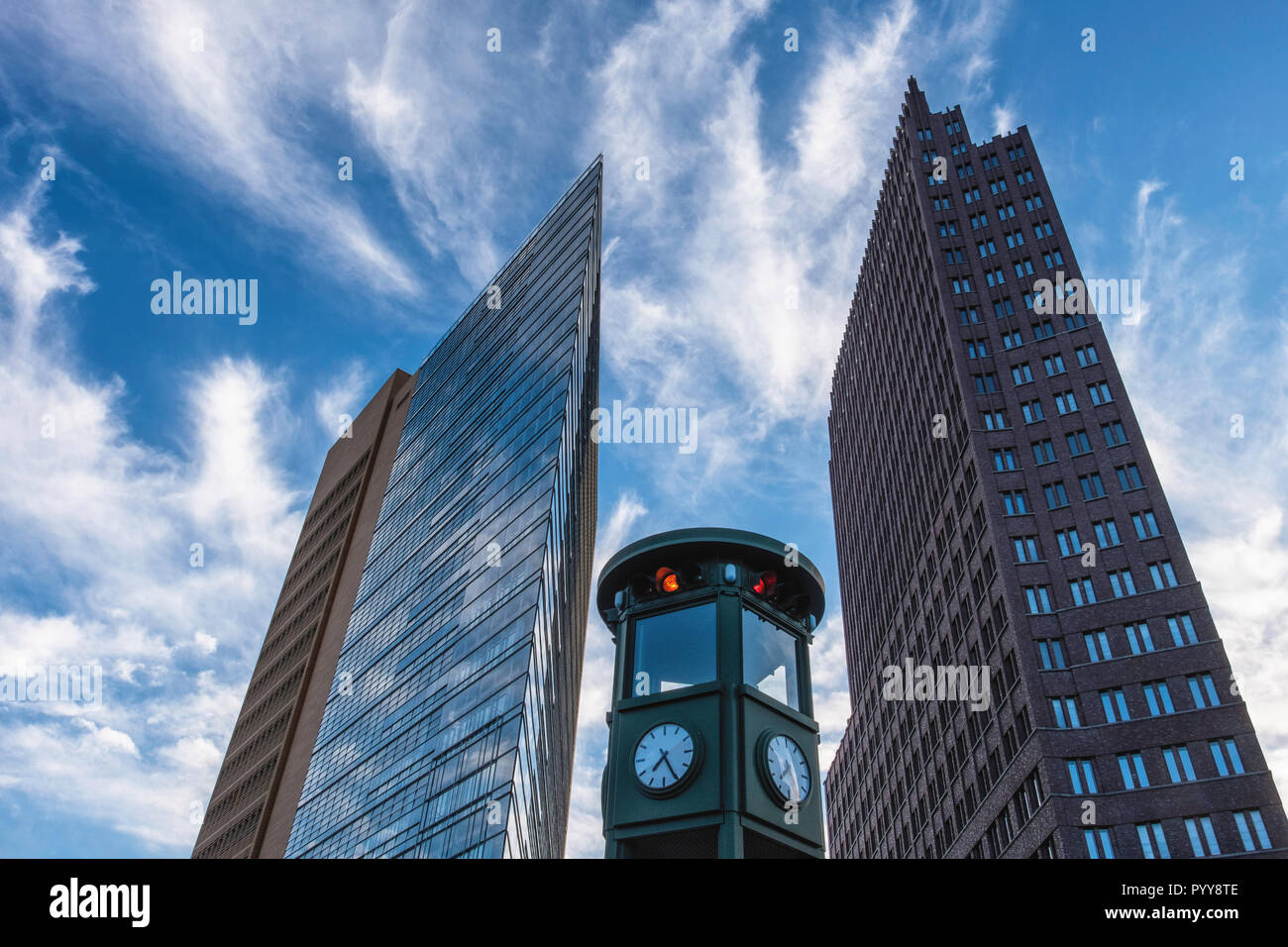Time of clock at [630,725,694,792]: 7:25
